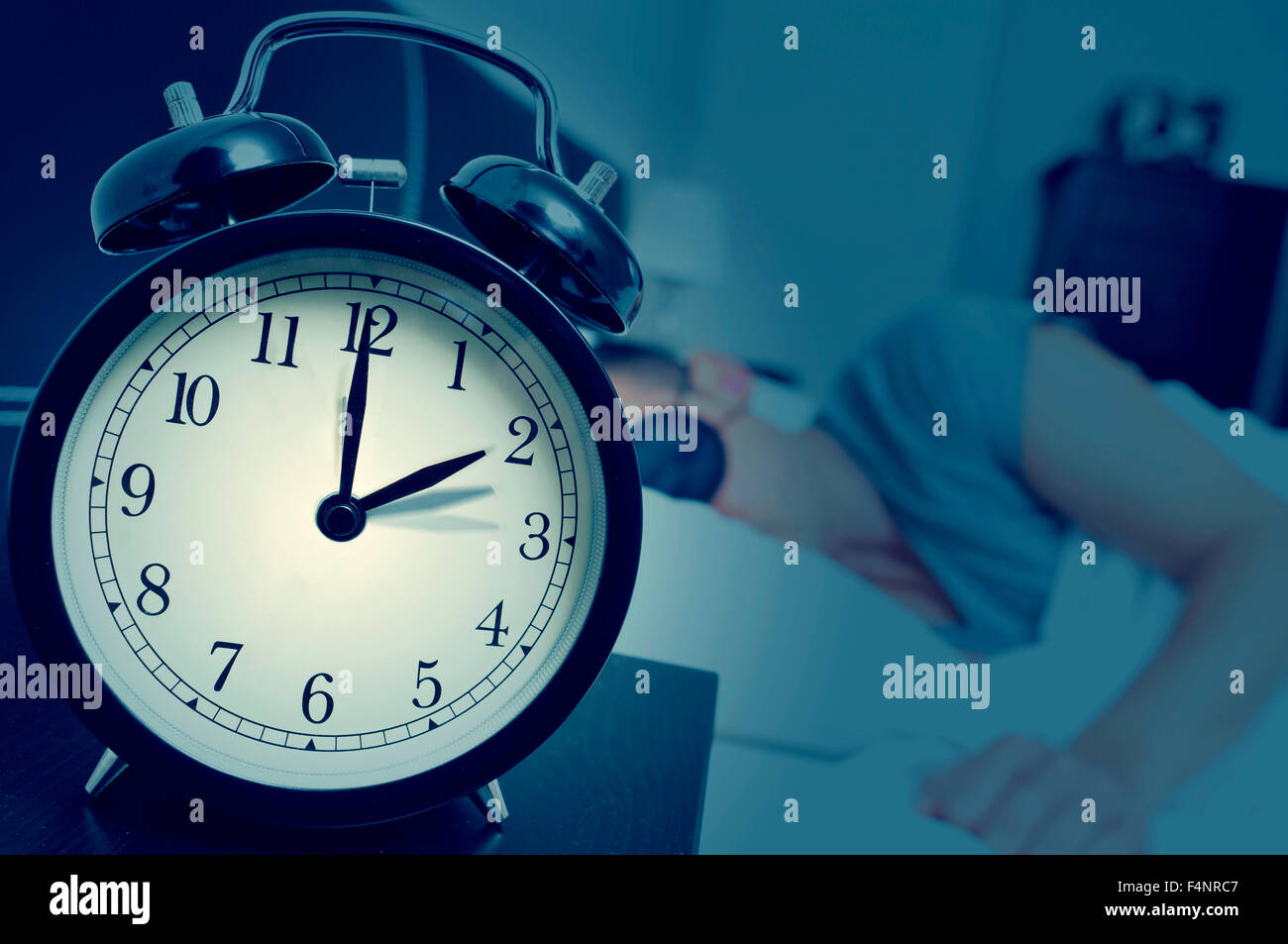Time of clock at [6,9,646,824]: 2:00
